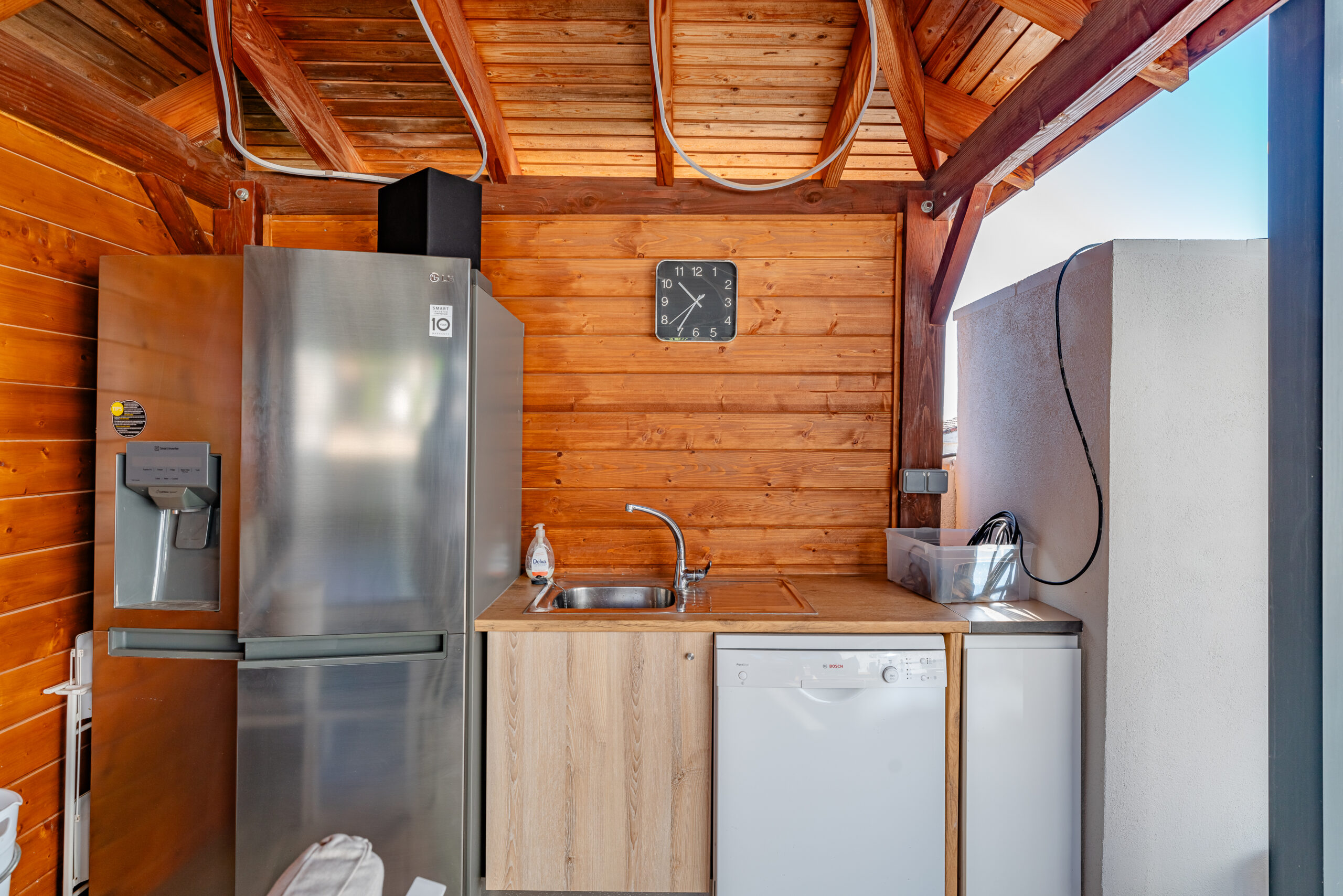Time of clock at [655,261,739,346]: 10:35
